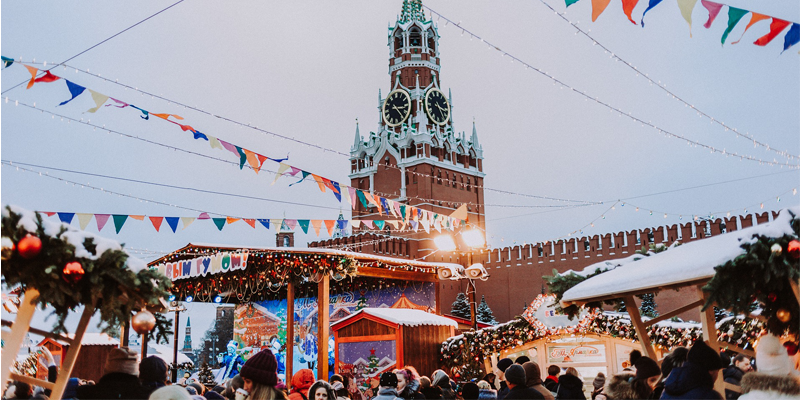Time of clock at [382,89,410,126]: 3:23
